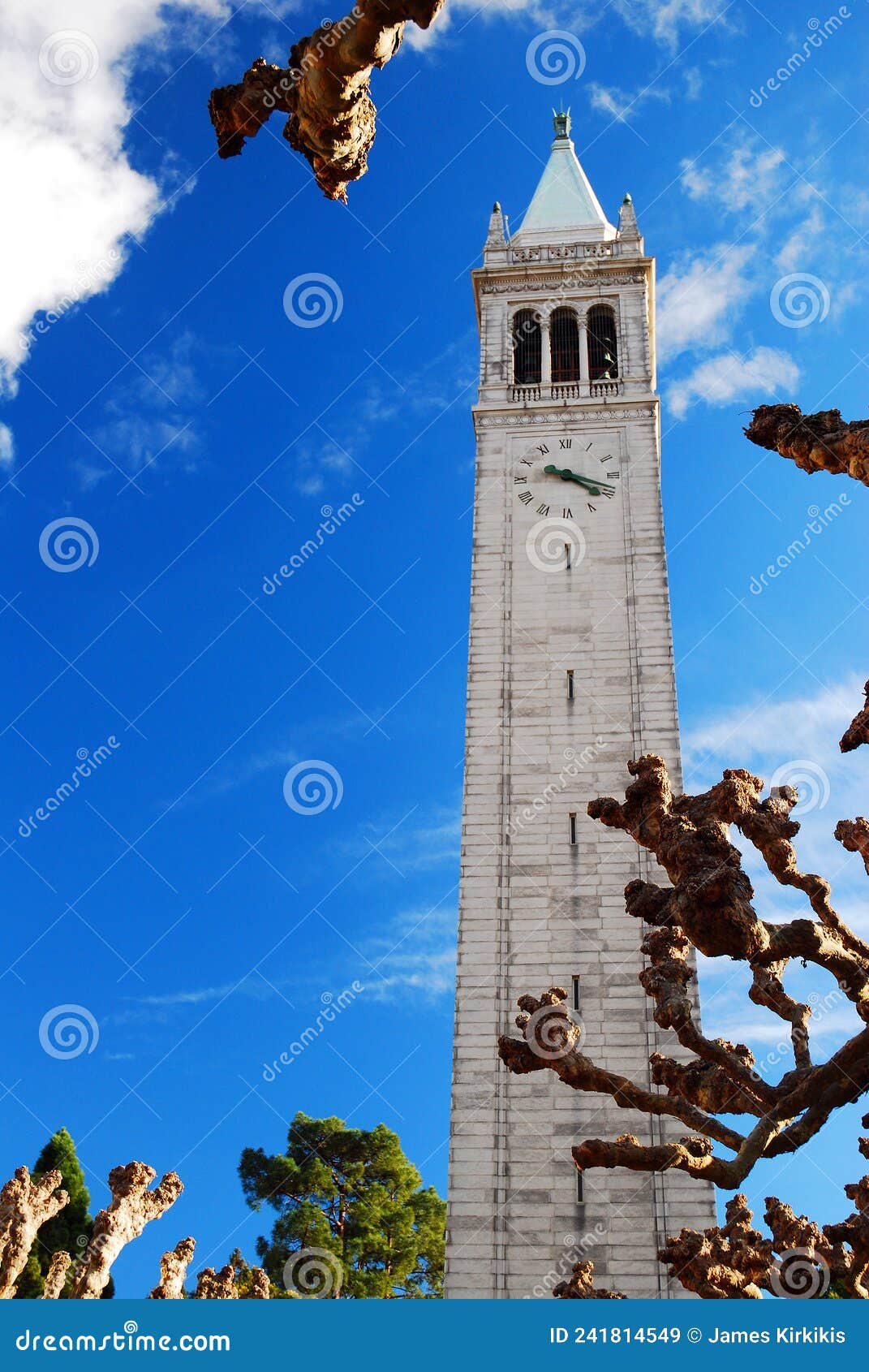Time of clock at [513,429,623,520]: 4:18
